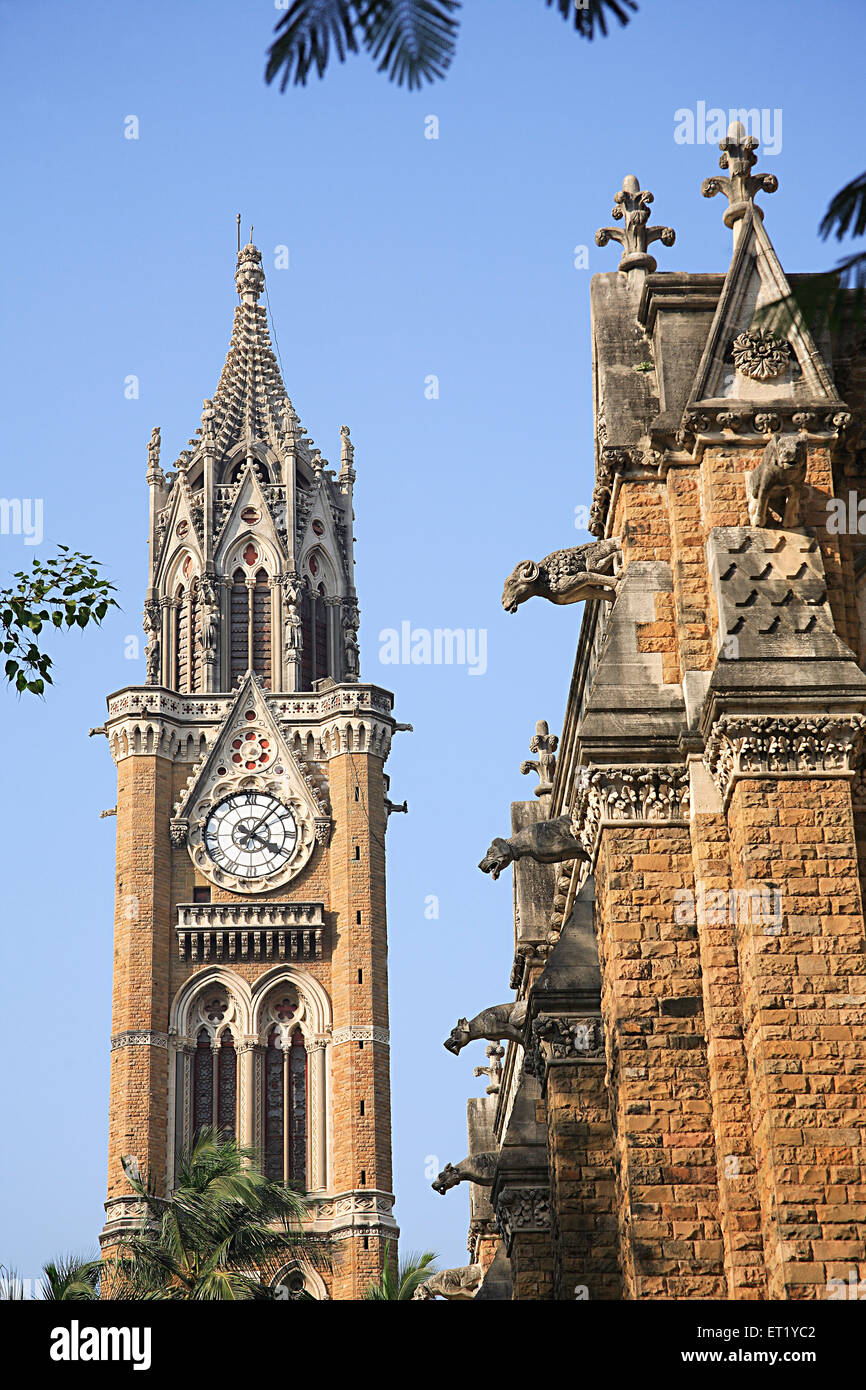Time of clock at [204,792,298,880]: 4:07
